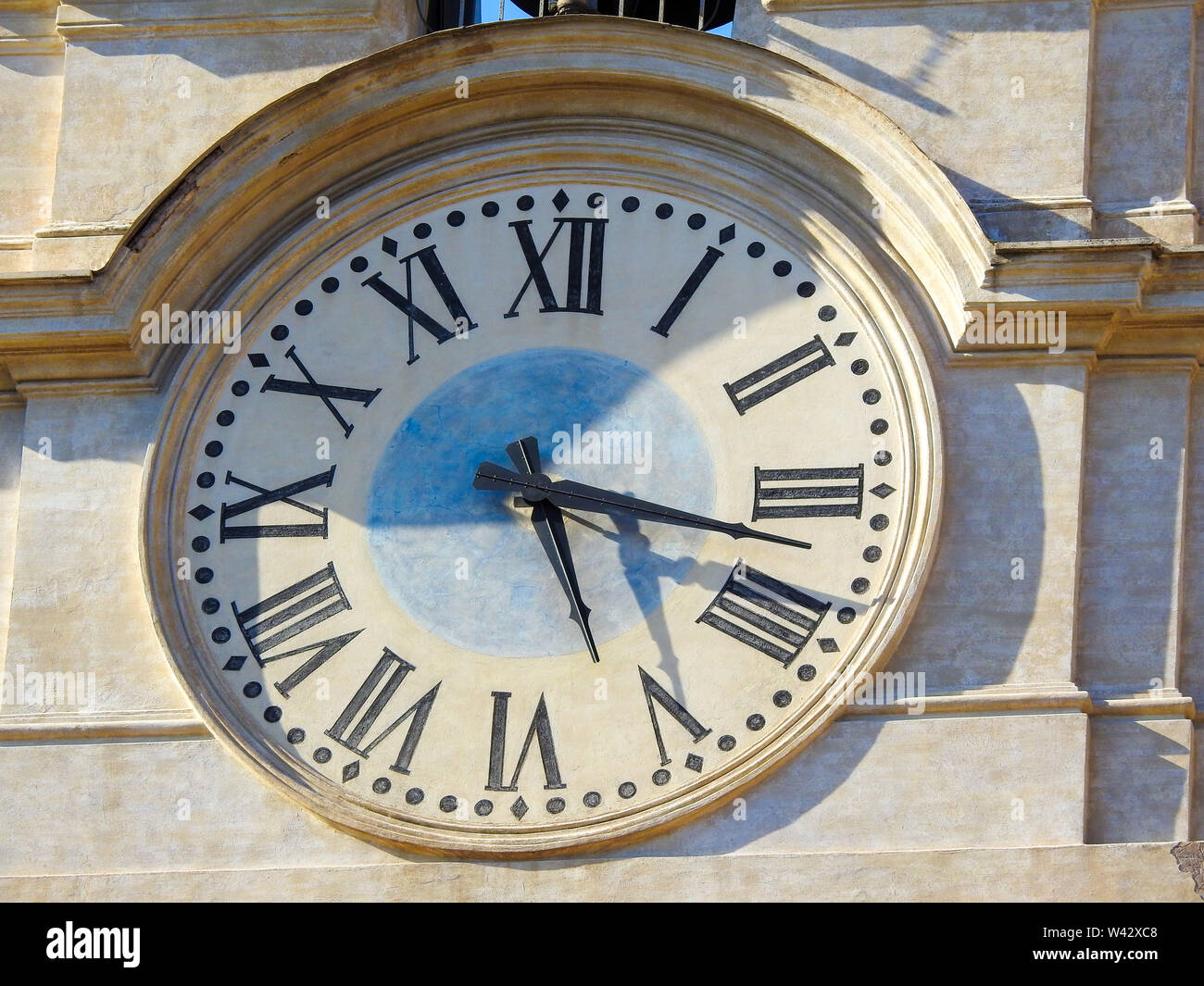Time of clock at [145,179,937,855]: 5:17
